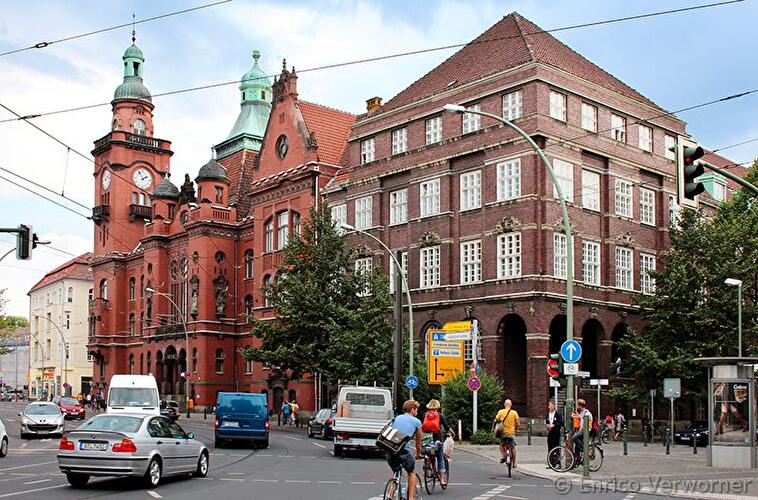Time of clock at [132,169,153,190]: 1:56
